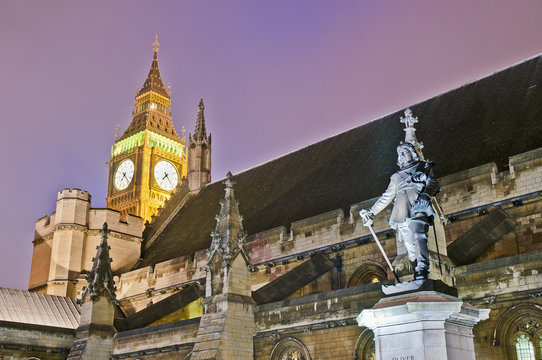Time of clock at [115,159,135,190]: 7:23
